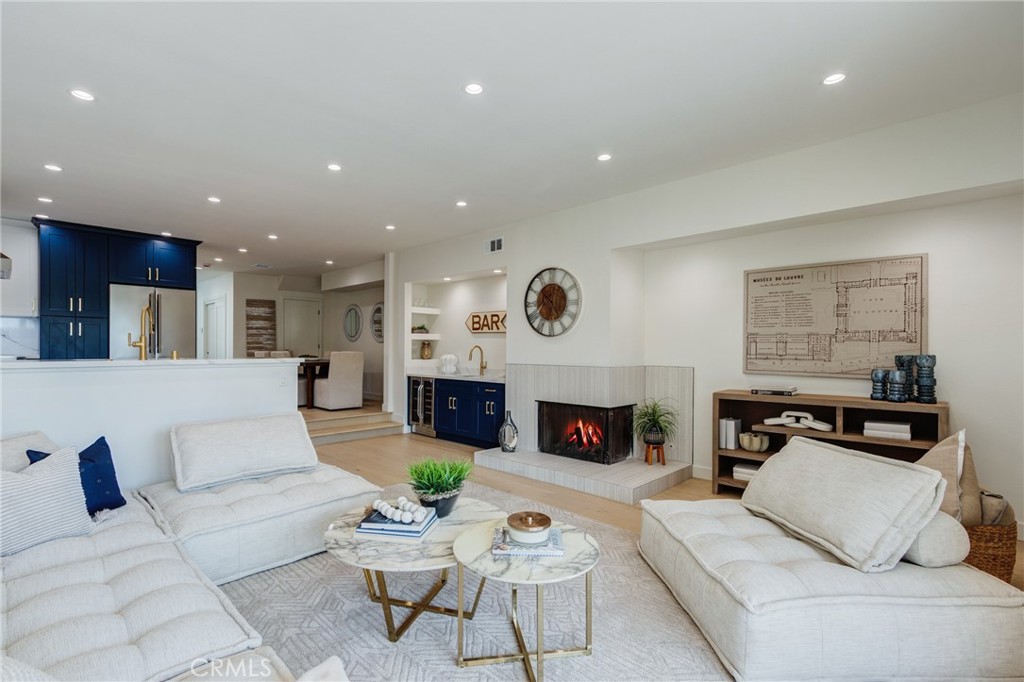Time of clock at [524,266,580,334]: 10:24
